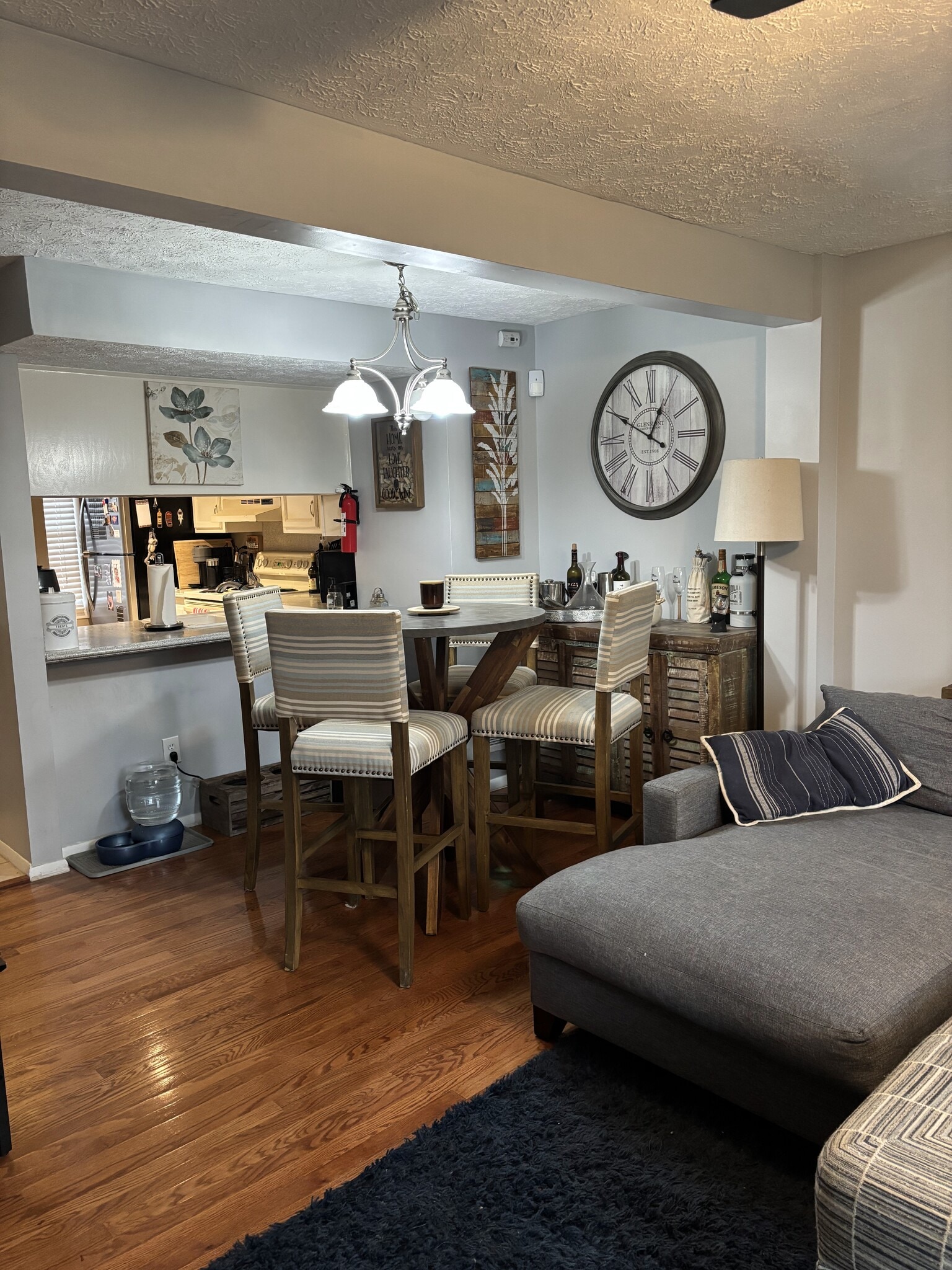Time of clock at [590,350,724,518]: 12:49
